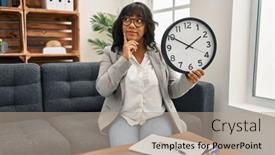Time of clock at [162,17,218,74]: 1:50
